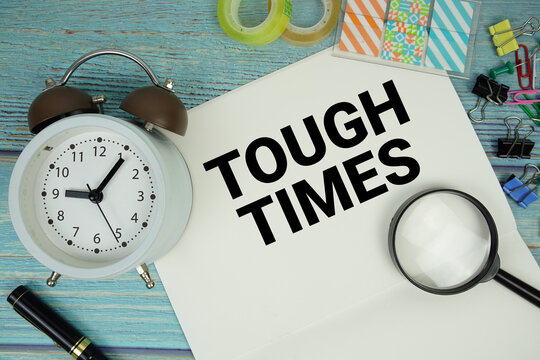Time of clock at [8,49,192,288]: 9:05
